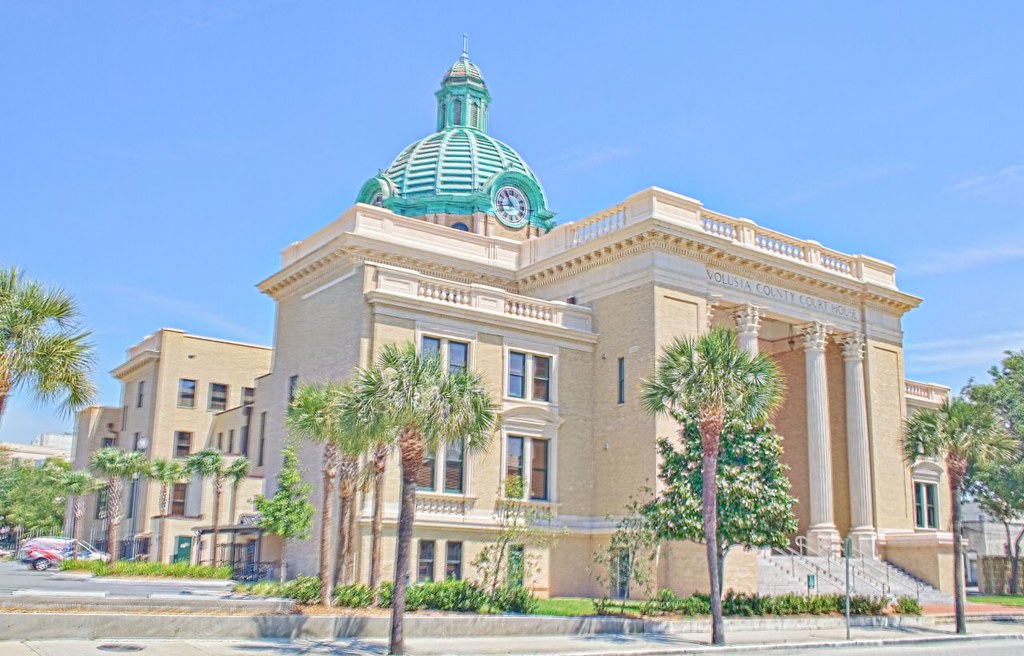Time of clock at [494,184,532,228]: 10:42
